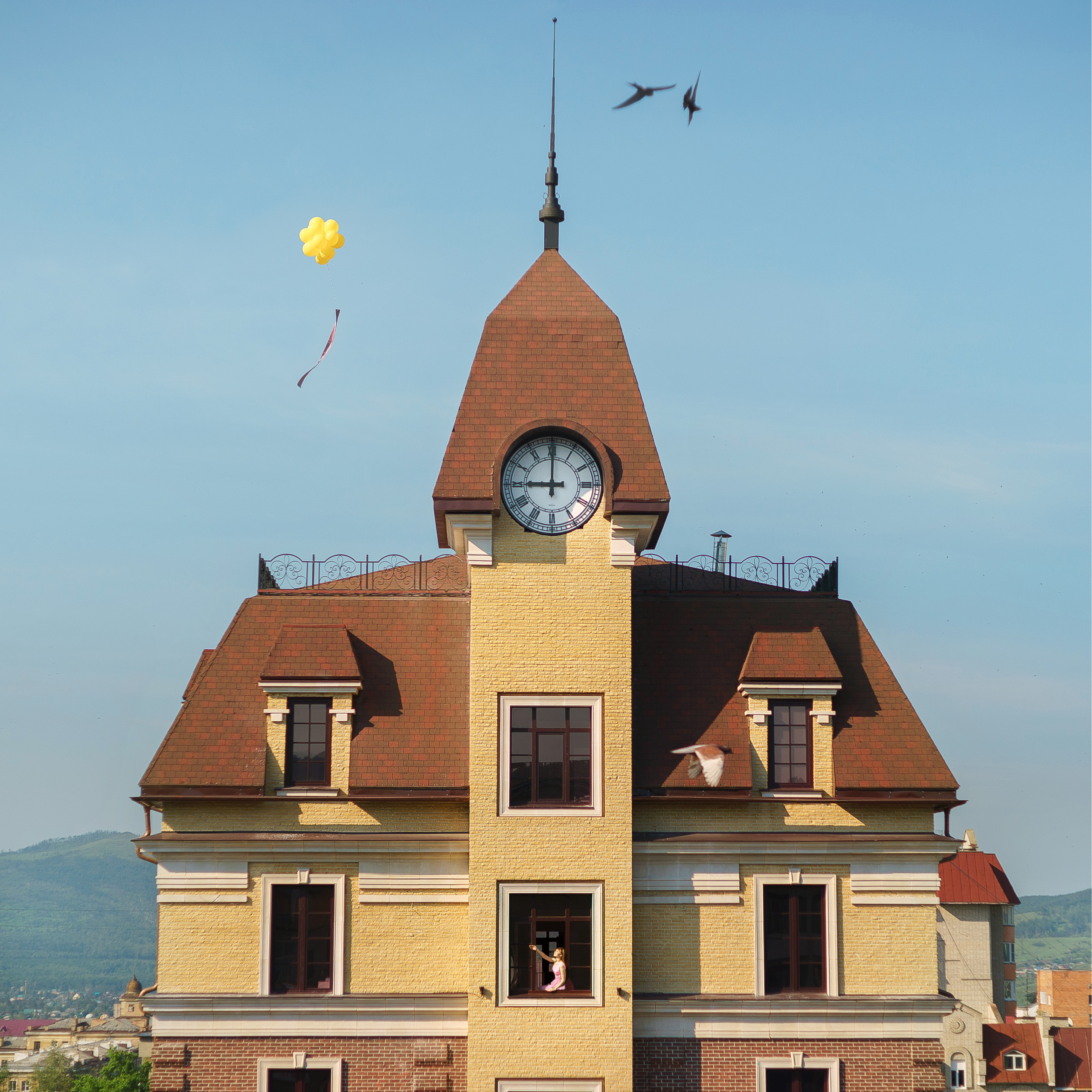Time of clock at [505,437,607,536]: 9:00
